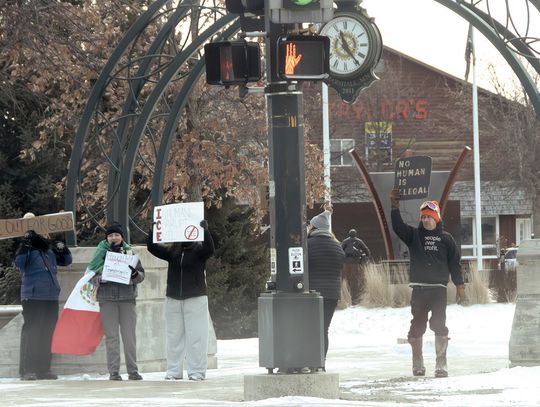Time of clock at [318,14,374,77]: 11:23
